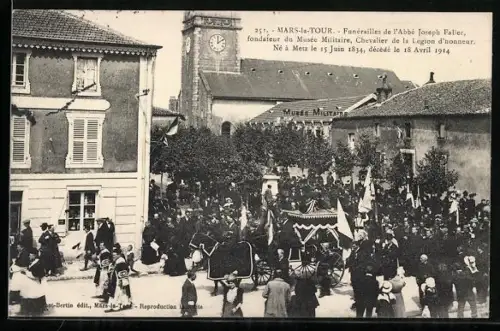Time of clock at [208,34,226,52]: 12:09
